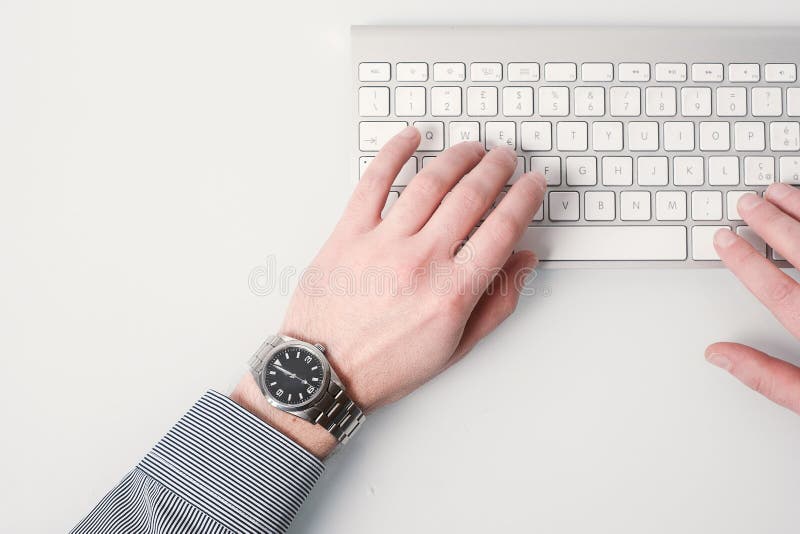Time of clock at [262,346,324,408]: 3:48
